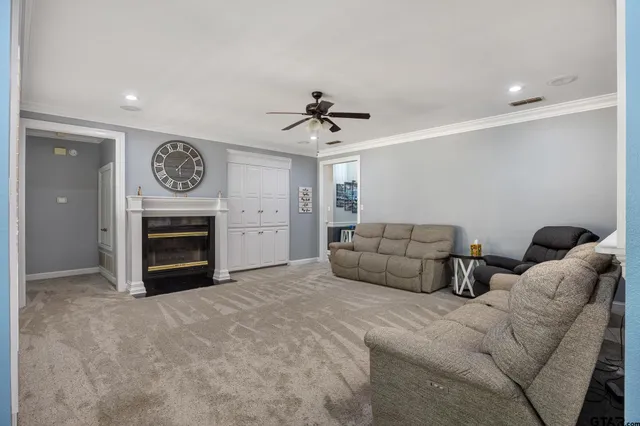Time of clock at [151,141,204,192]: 1:14
